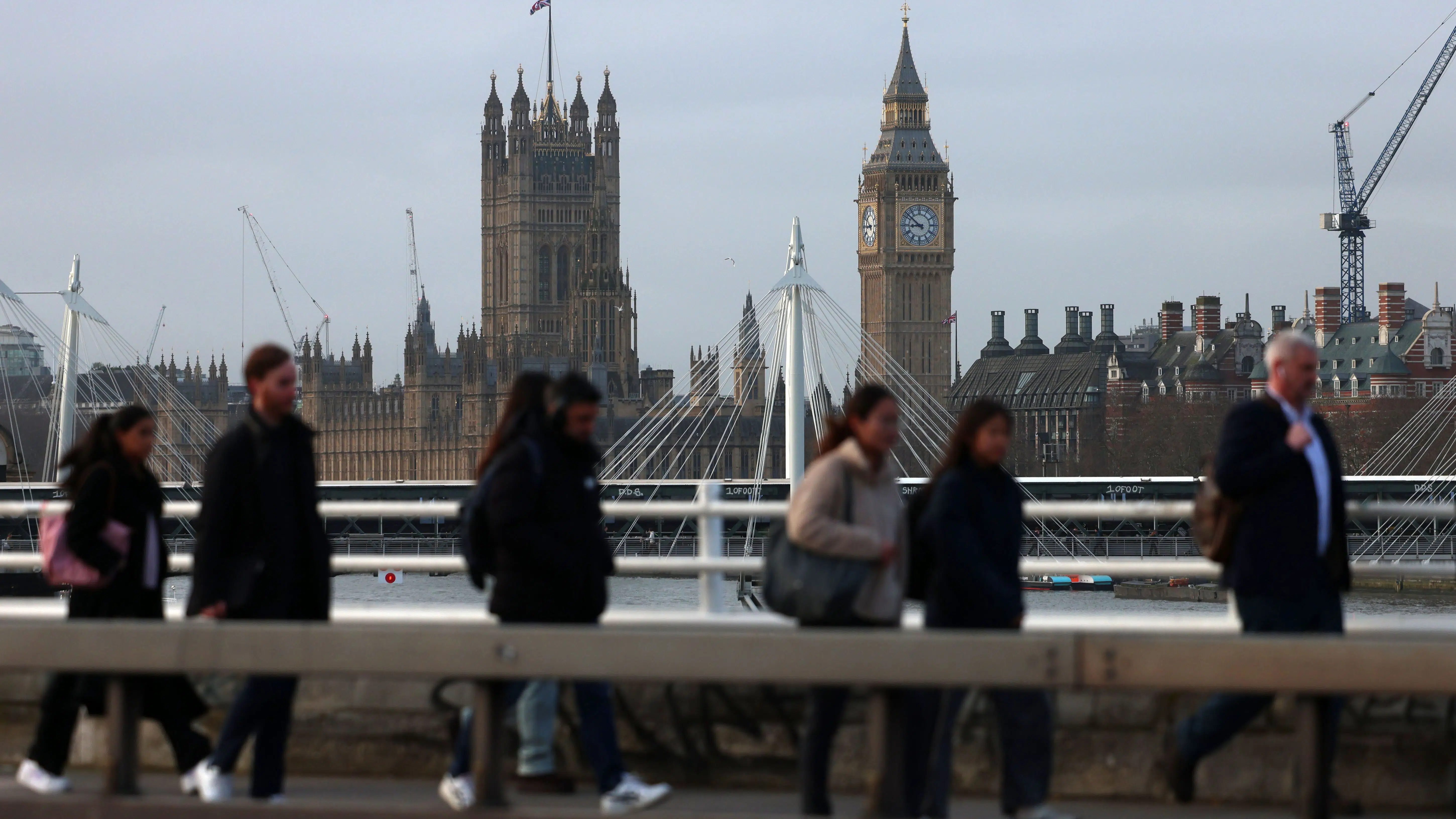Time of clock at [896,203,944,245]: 8:51
